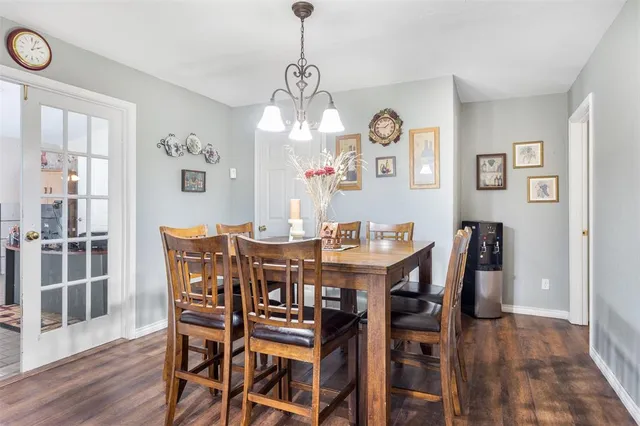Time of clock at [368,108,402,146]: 1:44
